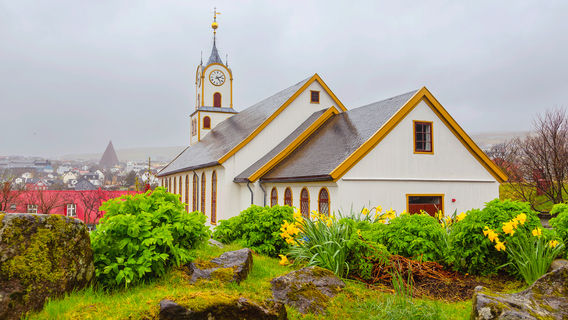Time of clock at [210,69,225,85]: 2:23
